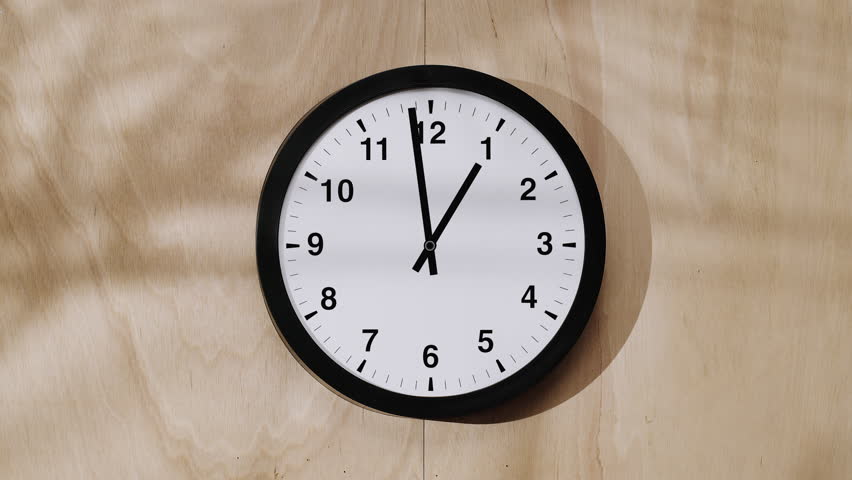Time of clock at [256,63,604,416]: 12:58
